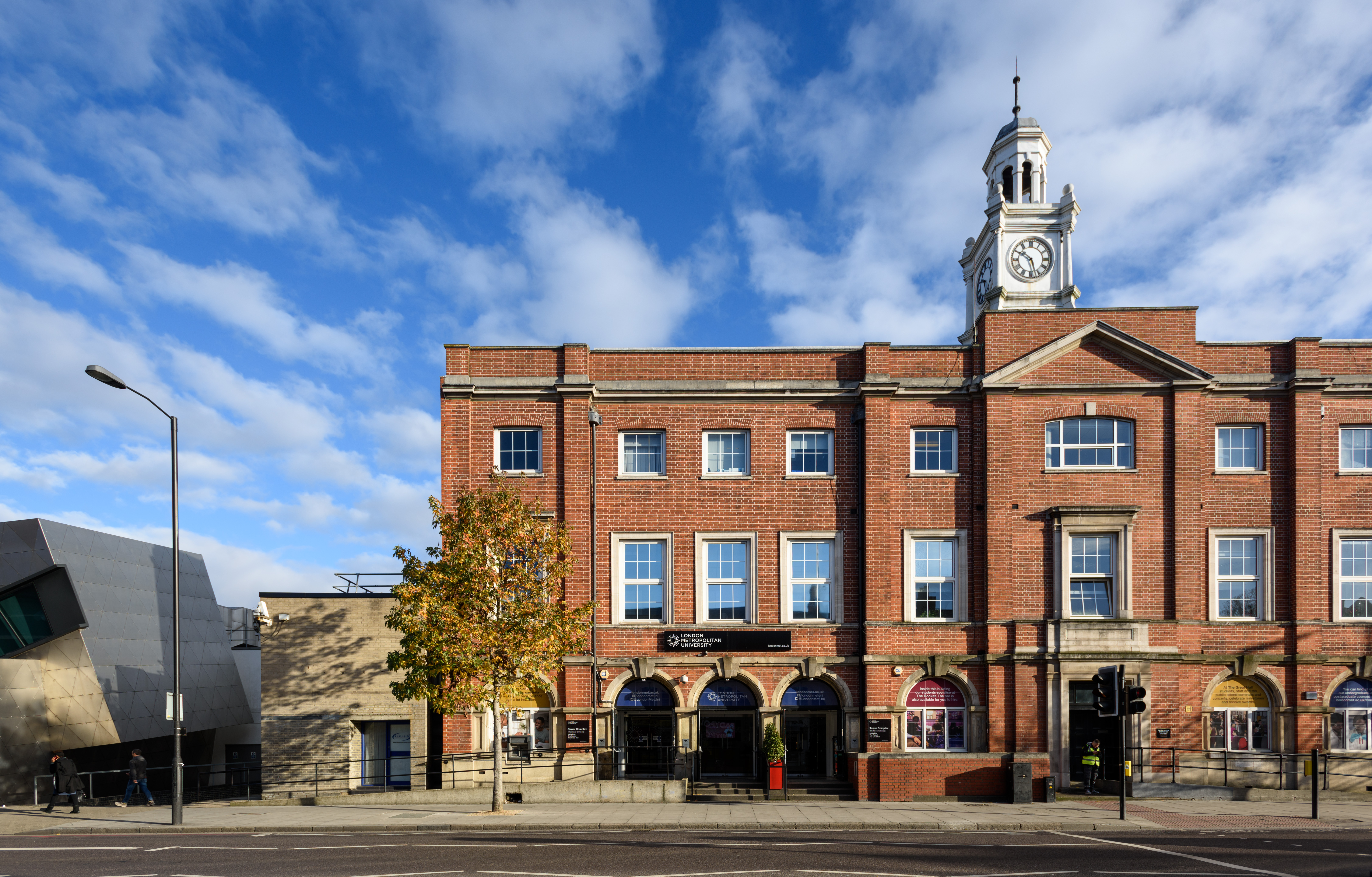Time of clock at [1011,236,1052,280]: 10:26
